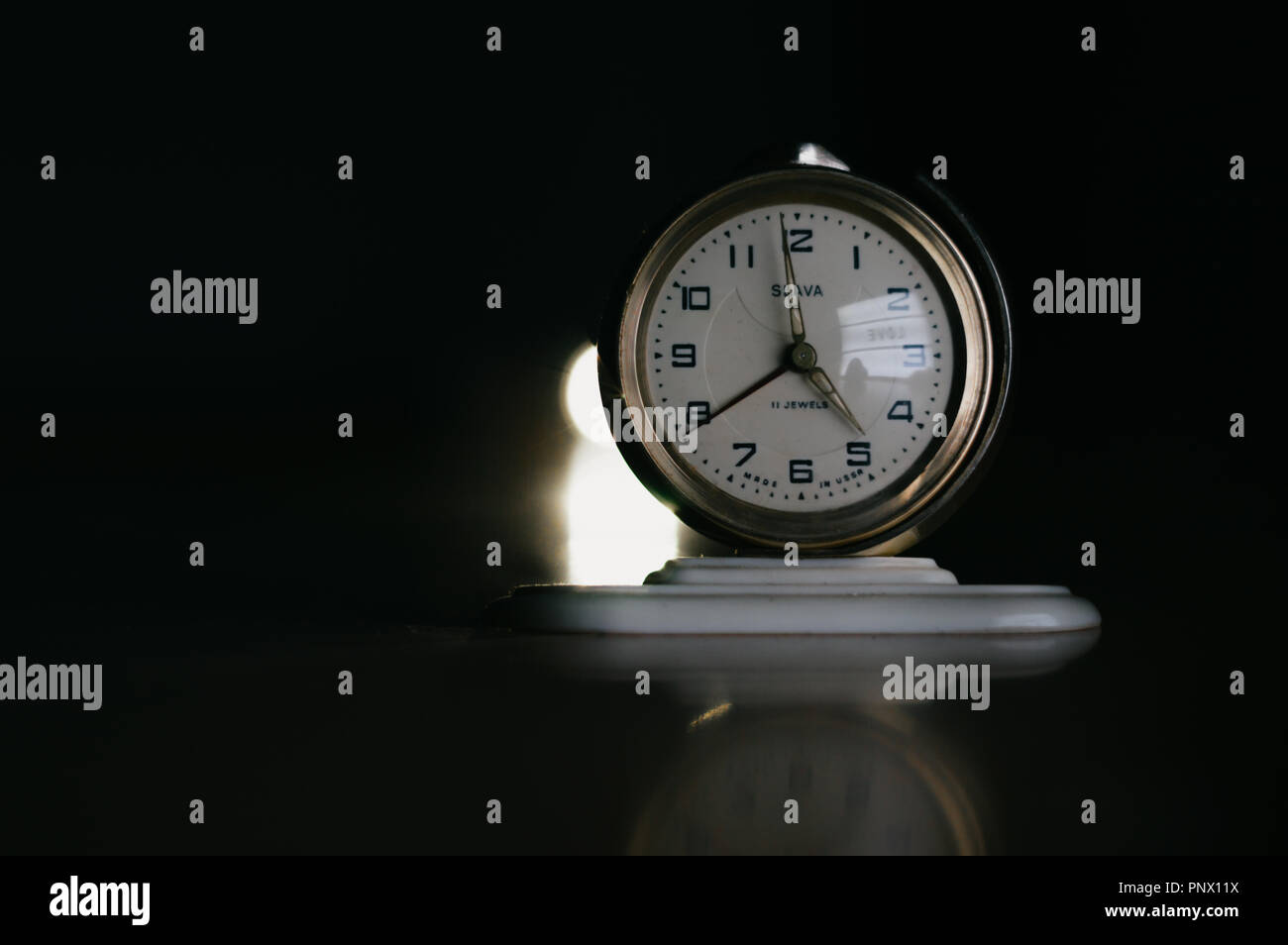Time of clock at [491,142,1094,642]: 4:39
